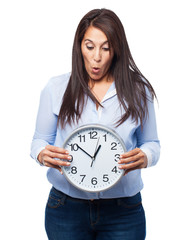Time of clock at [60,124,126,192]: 12:51
